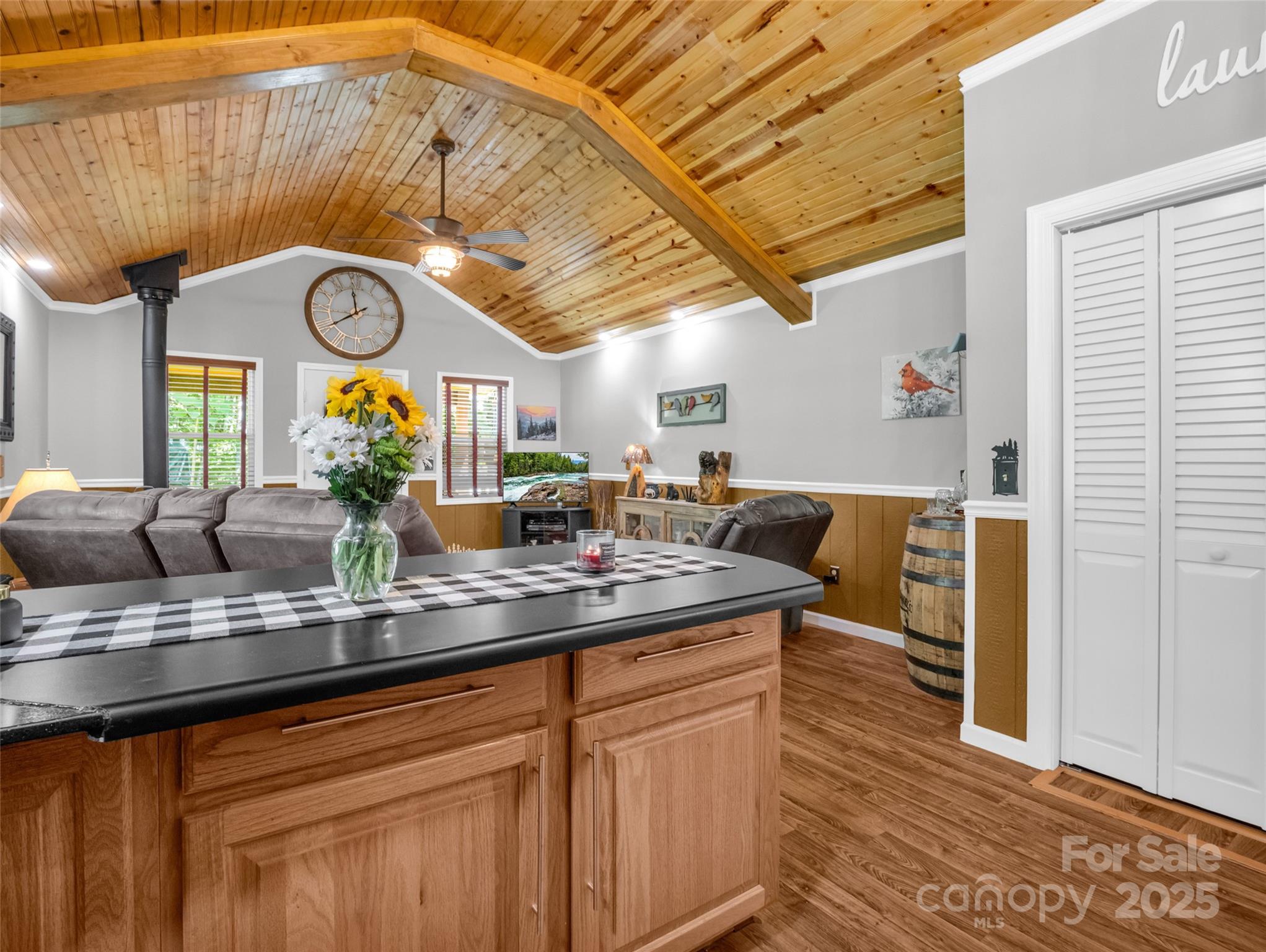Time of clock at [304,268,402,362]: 11:39
